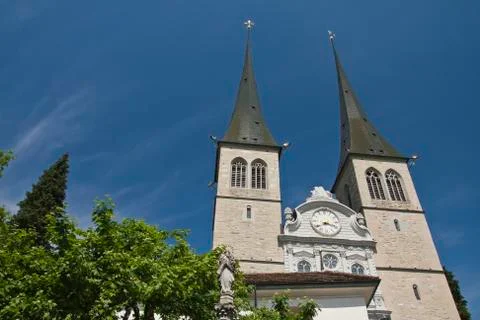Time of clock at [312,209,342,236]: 3:39
